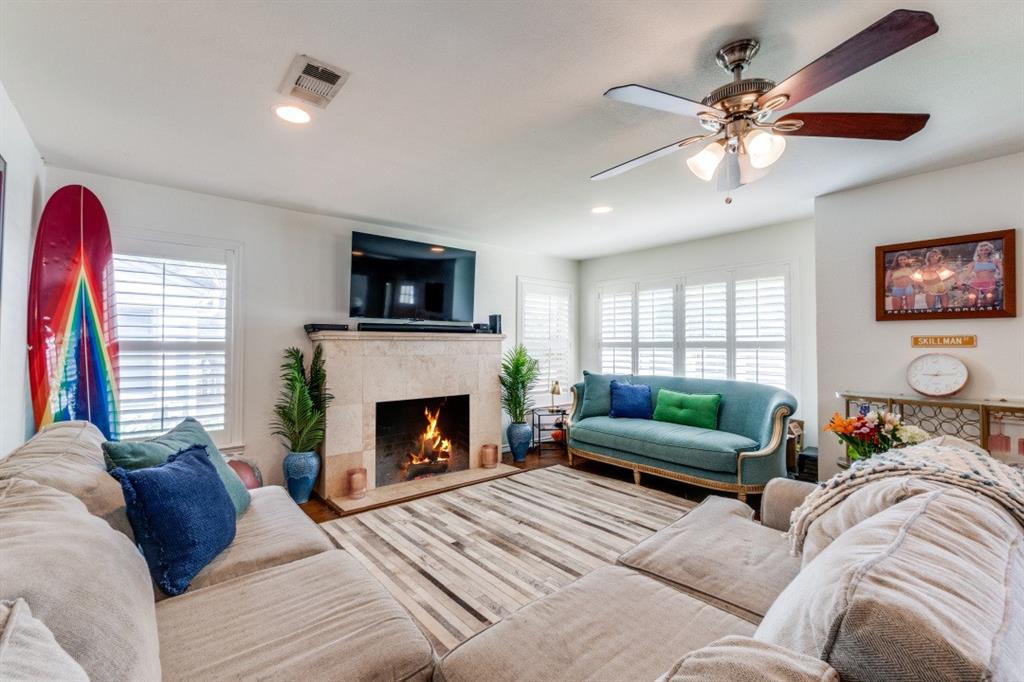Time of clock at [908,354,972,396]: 9:14
